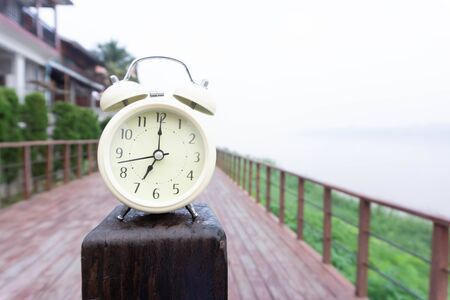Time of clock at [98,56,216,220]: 7:00
